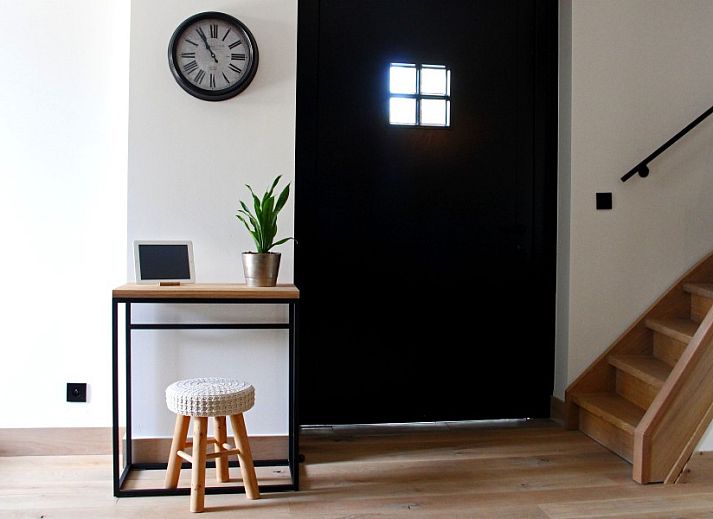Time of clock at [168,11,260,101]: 10:55
